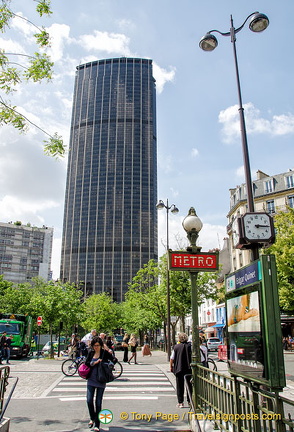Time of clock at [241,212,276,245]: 3:15
